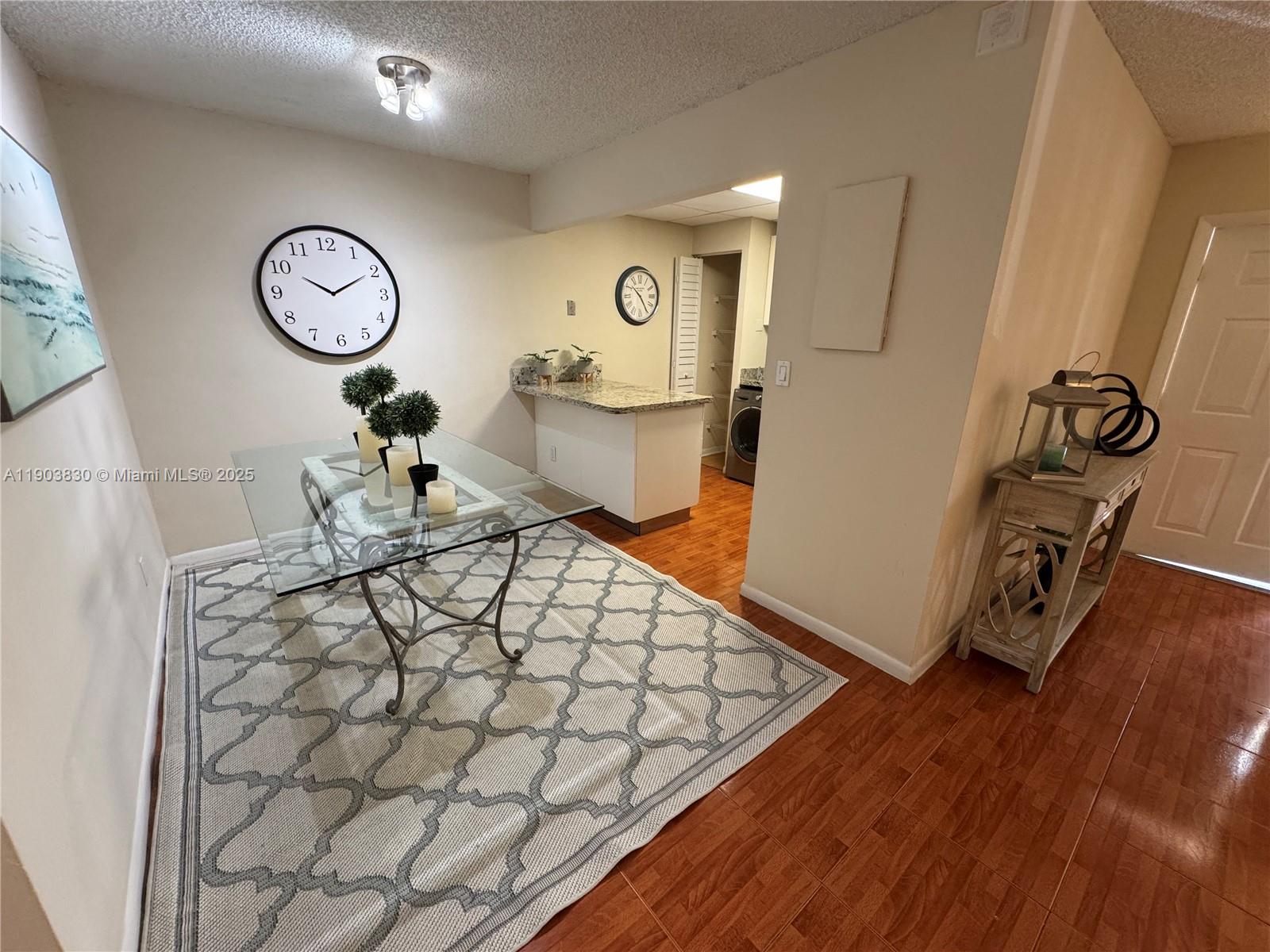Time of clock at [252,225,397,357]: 10:10
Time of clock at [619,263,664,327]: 10:24
